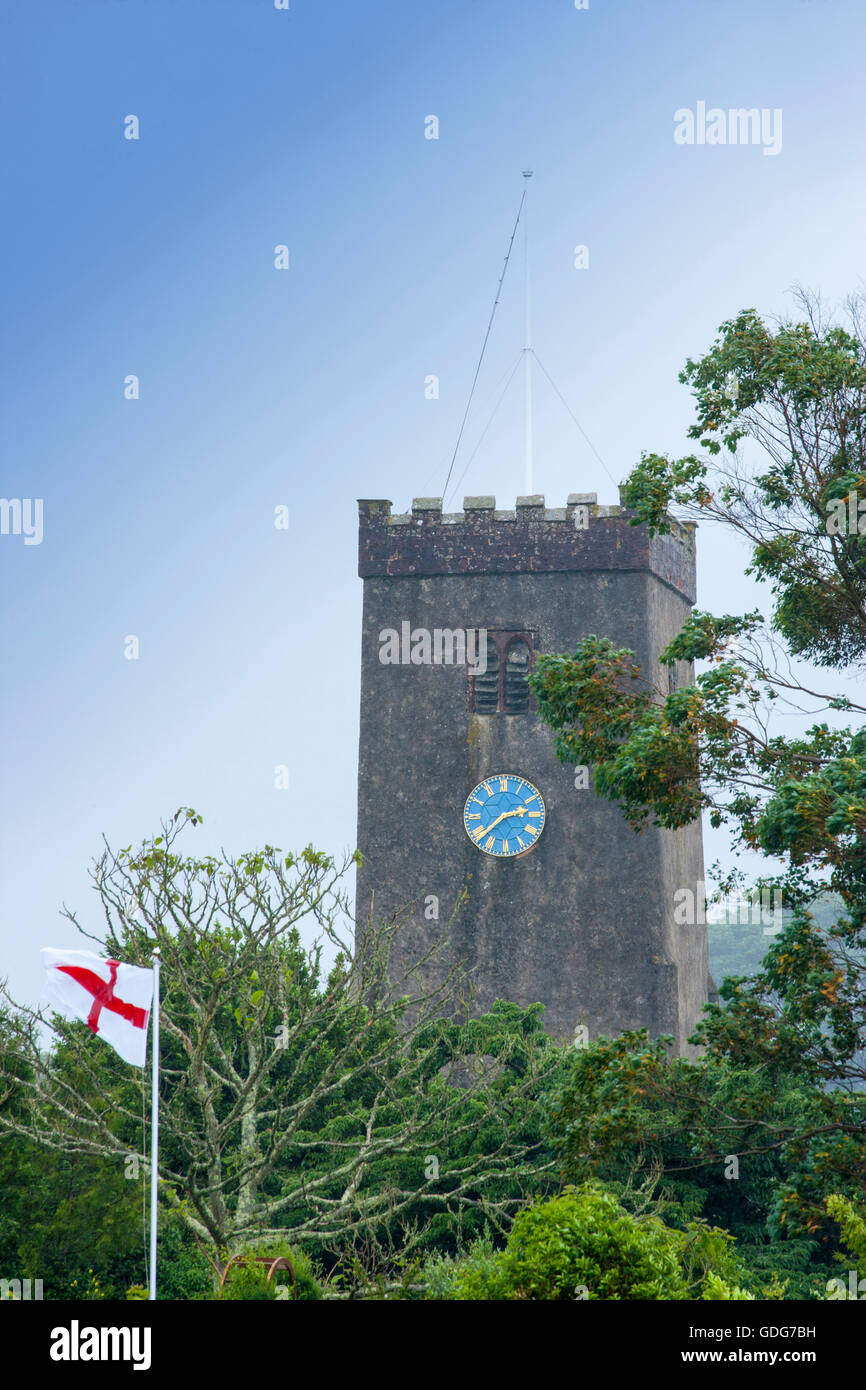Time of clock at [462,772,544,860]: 2:38
